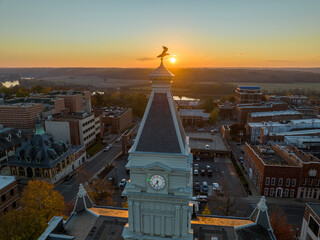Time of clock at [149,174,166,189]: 5:36
